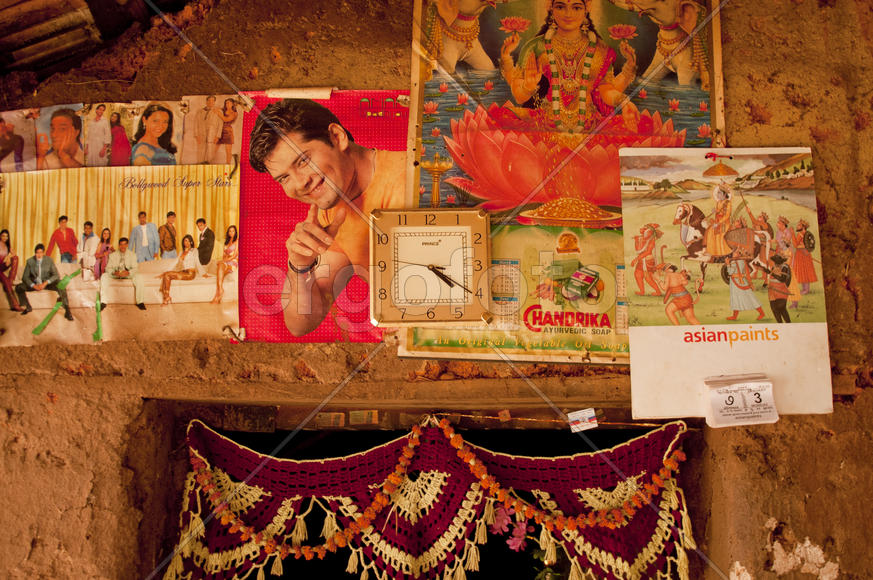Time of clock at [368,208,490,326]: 4:20
